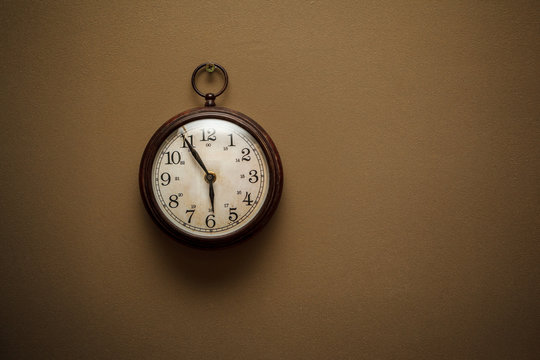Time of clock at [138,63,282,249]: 5:54
